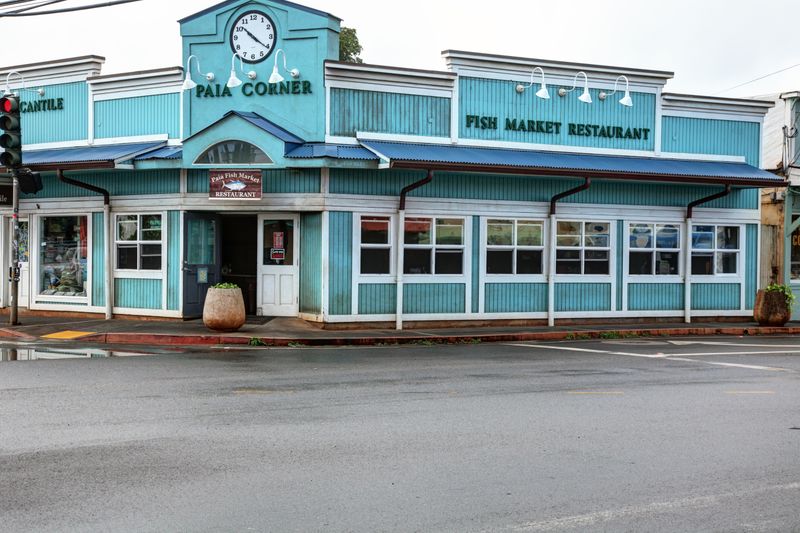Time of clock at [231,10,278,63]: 10:20
